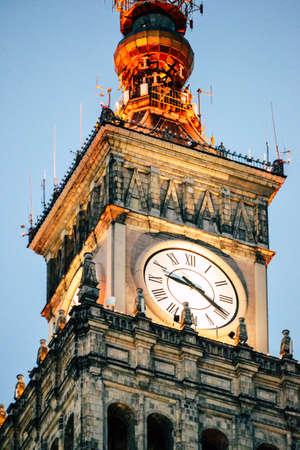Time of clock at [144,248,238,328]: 9:20
